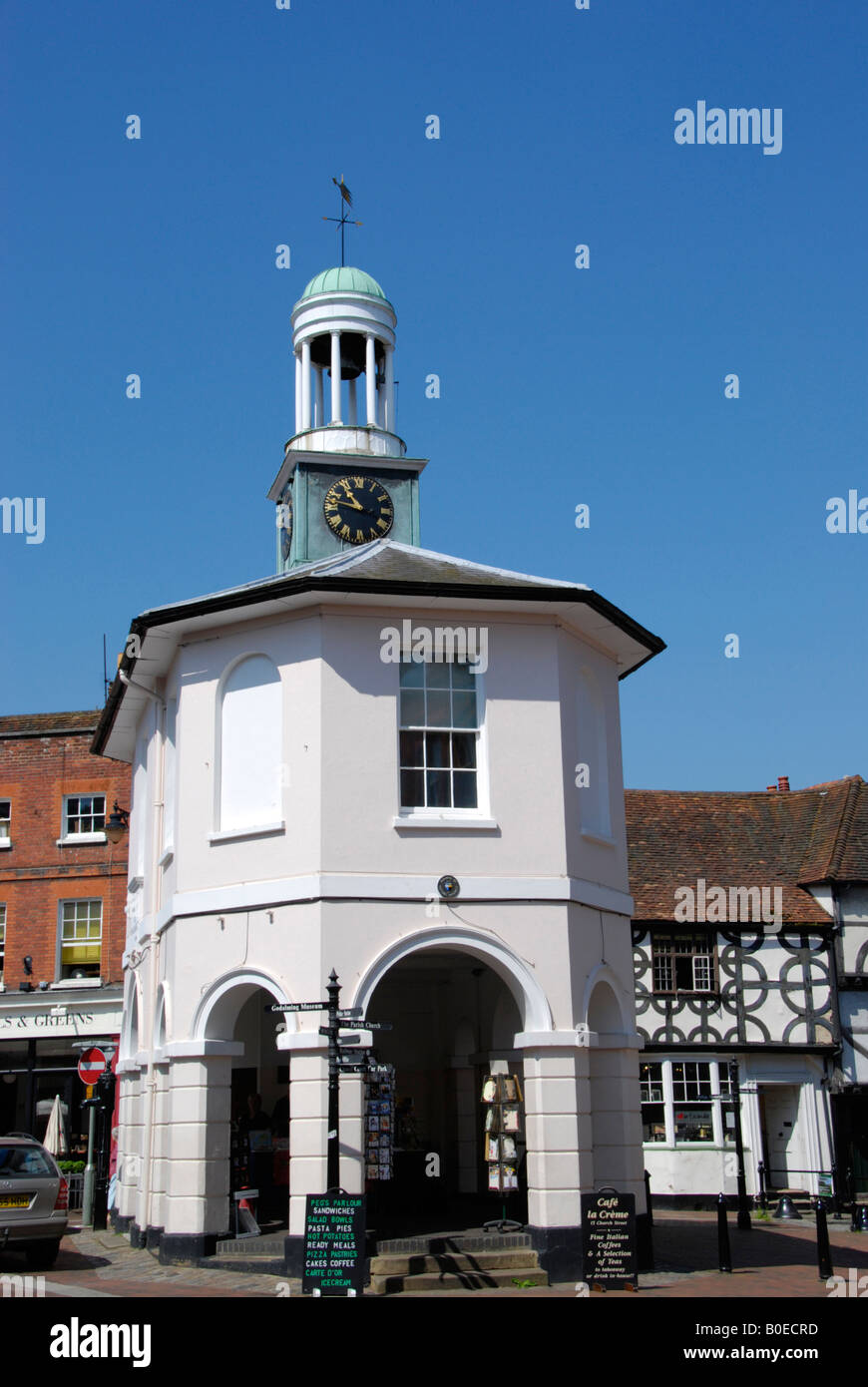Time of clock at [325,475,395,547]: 10:47
